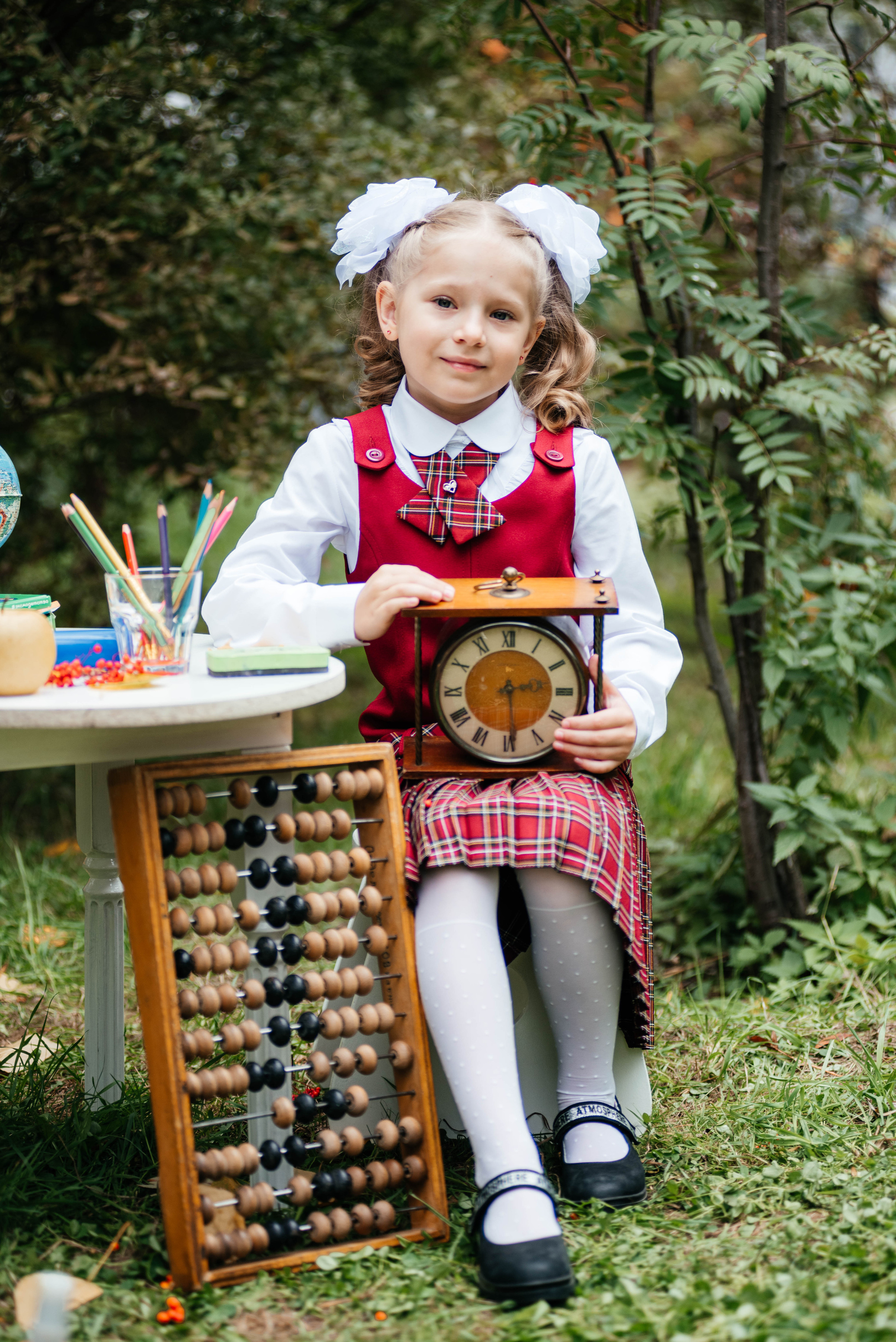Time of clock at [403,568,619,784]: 2:29
